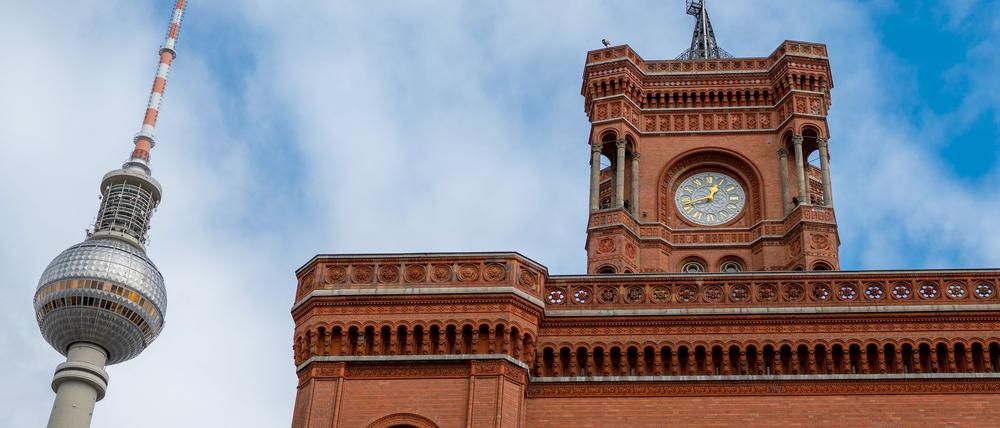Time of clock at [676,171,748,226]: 12:42
